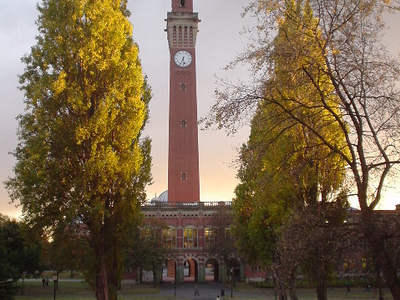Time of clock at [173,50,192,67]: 5:33
